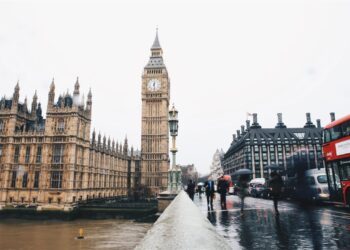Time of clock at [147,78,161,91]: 12:28
